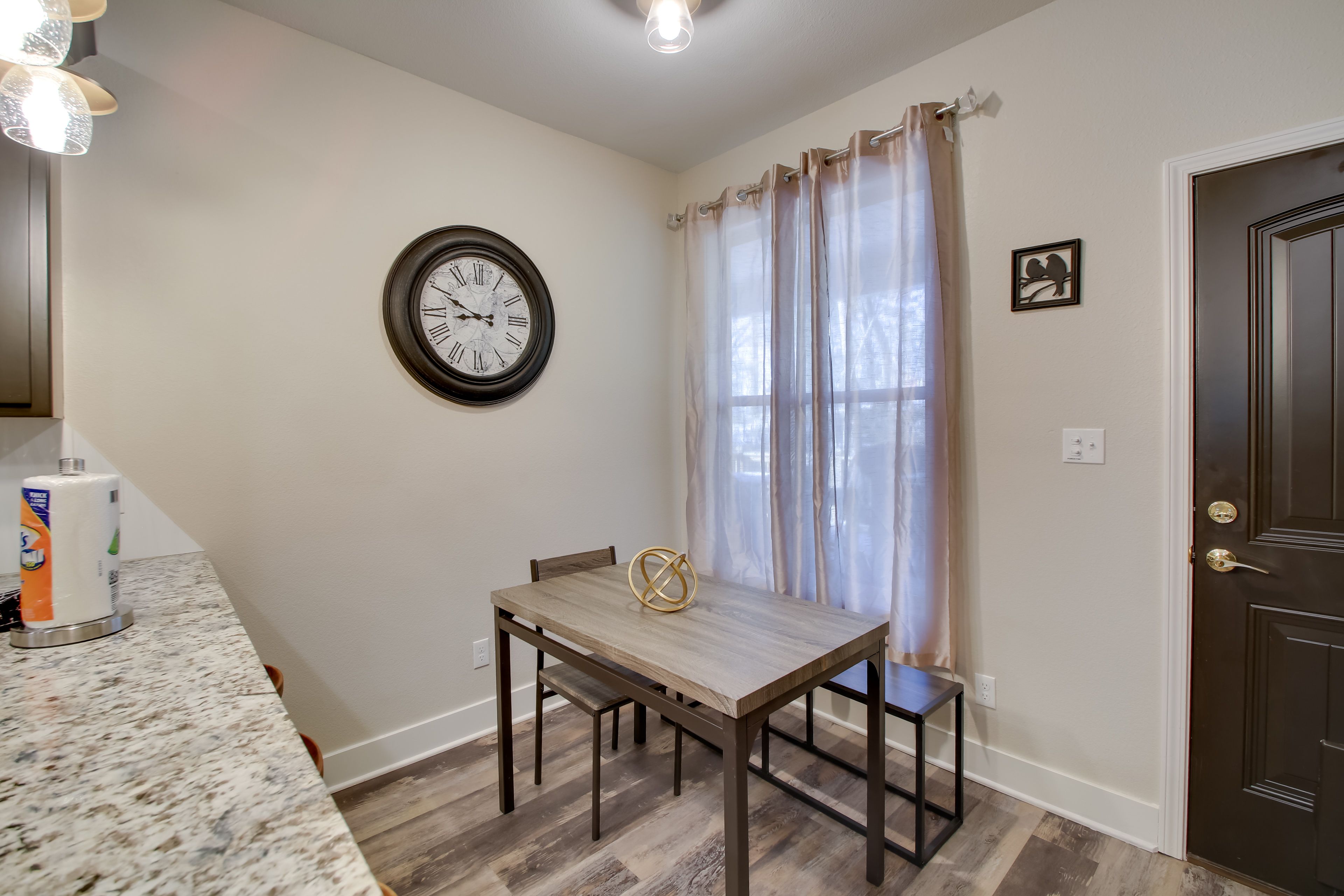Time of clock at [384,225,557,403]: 8:49
